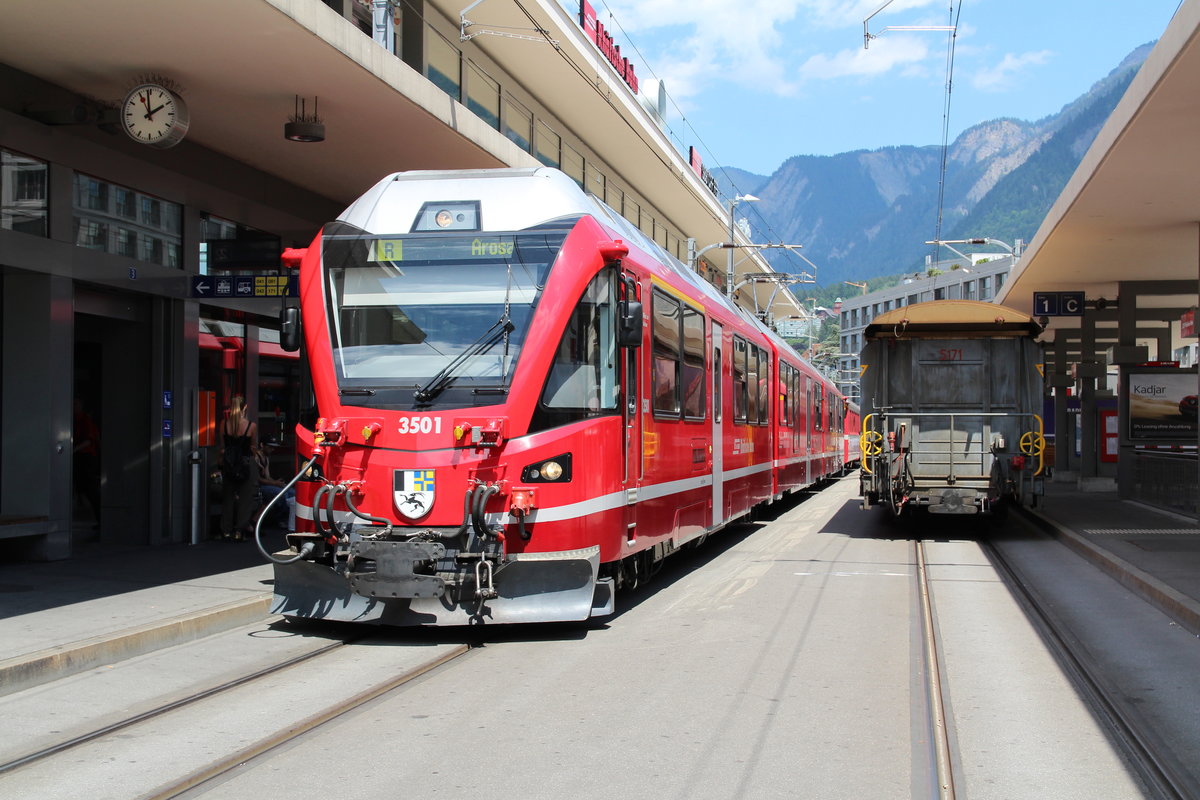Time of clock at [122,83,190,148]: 1:58
